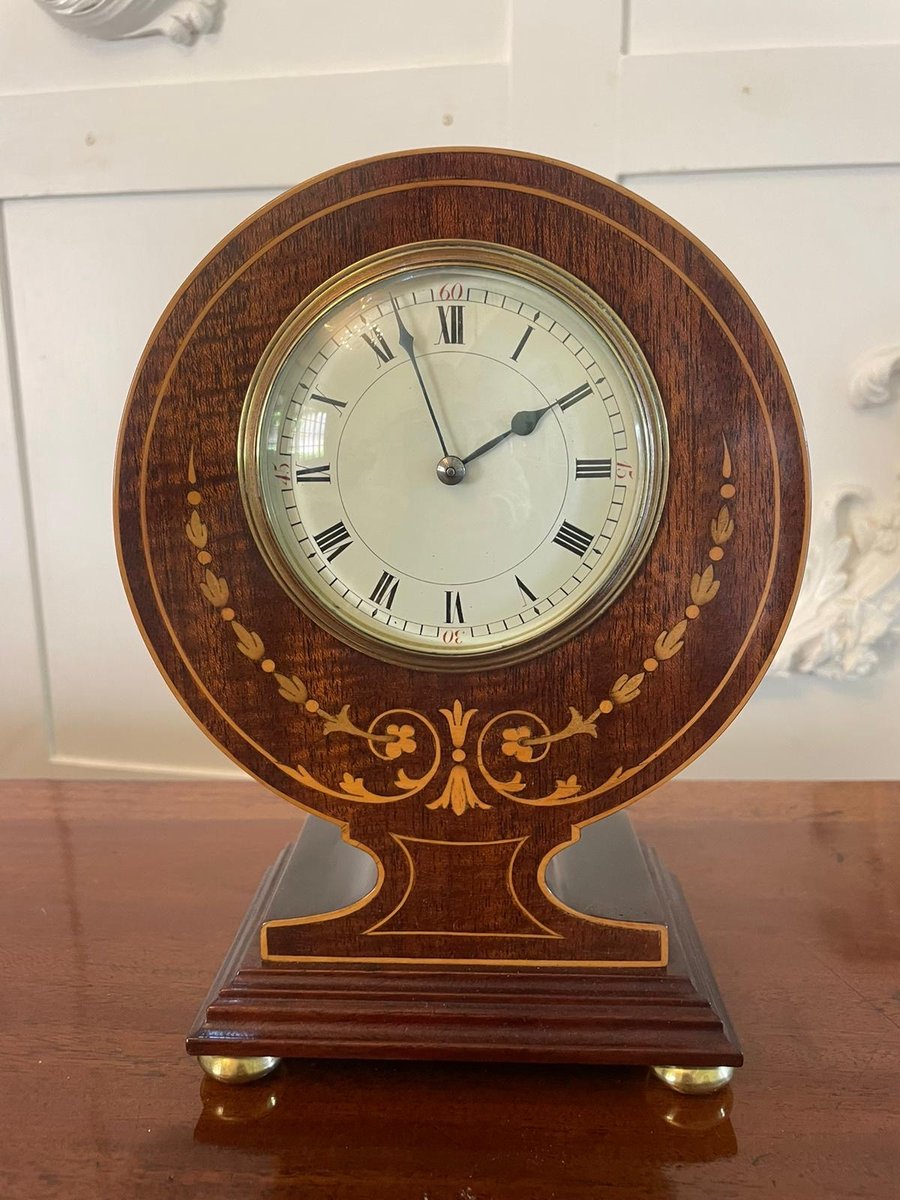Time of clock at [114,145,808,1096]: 1:56
